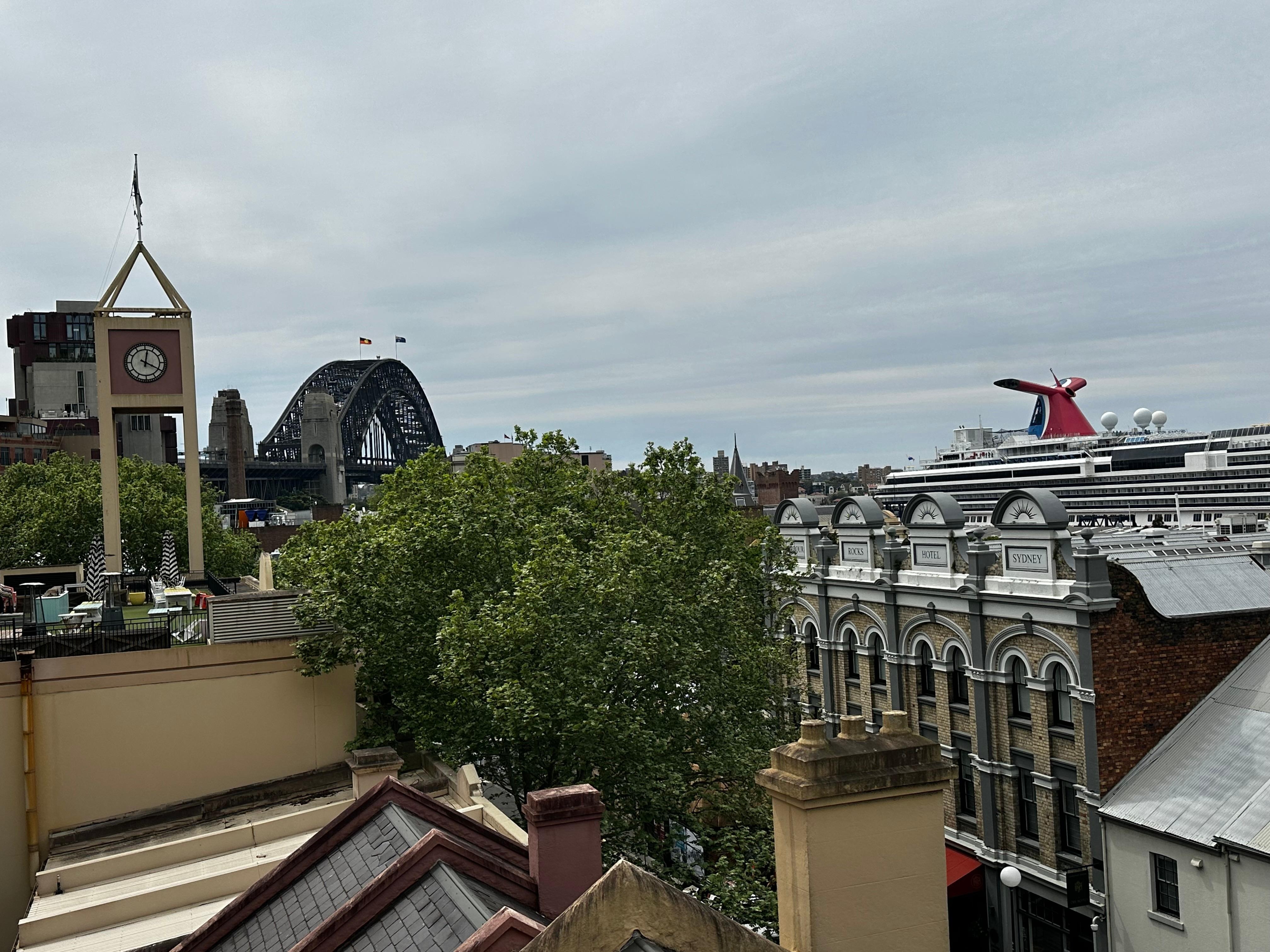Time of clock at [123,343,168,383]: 12:19
